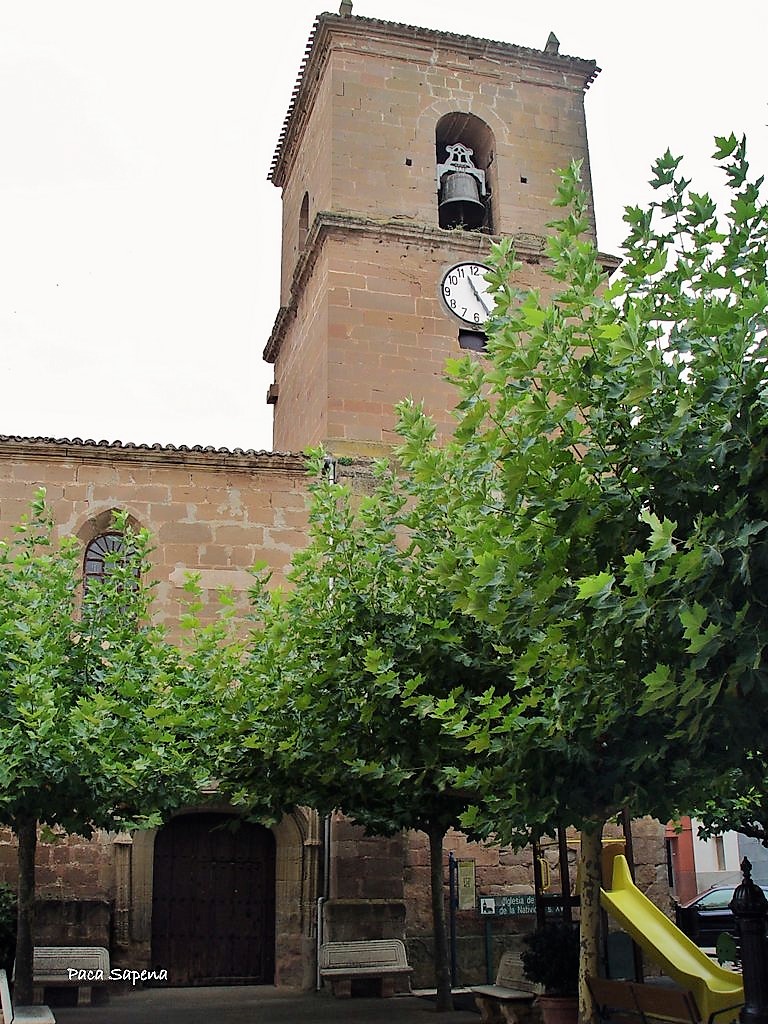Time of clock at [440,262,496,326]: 11:24
